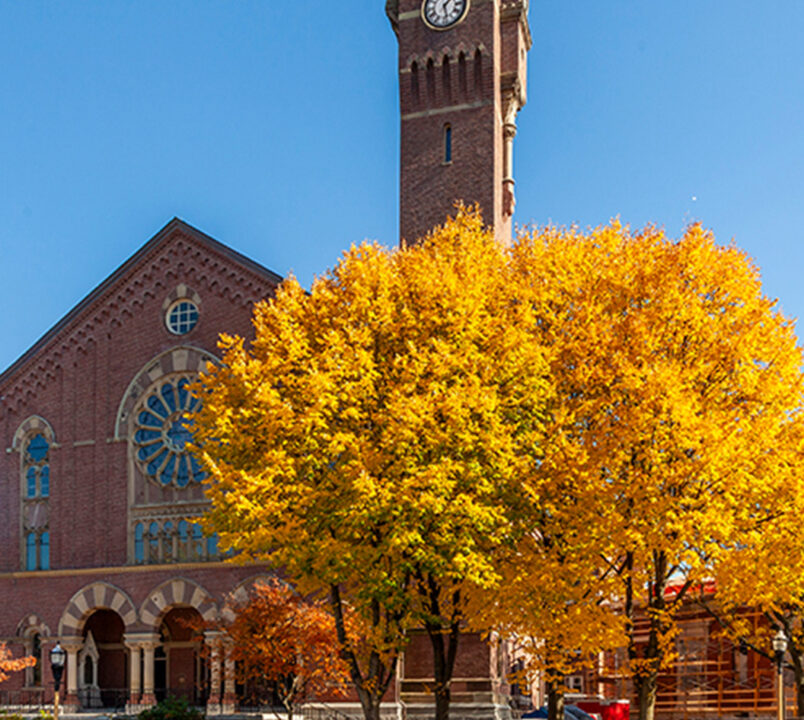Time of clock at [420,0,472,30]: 1:28
